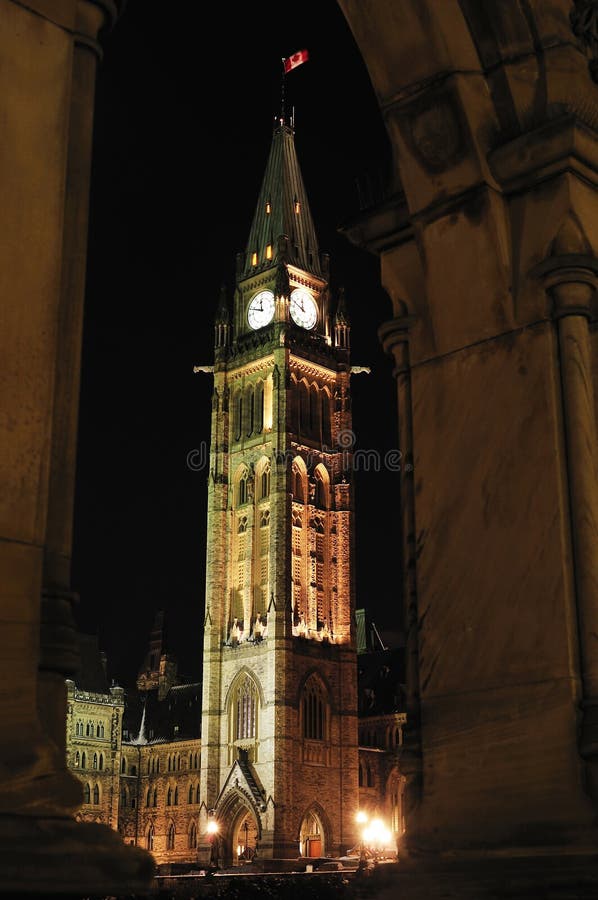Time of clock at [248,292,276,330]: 11:48
